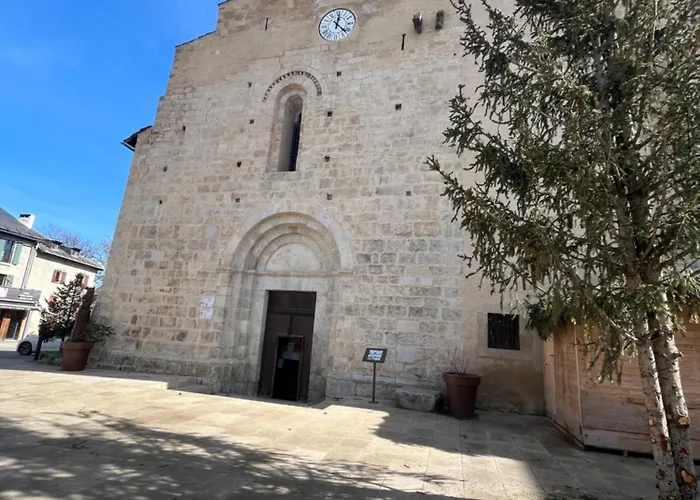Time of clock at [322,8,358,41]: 12:22
